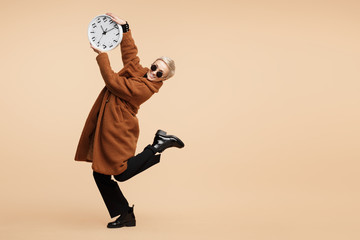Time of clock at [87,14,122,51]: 11:09
